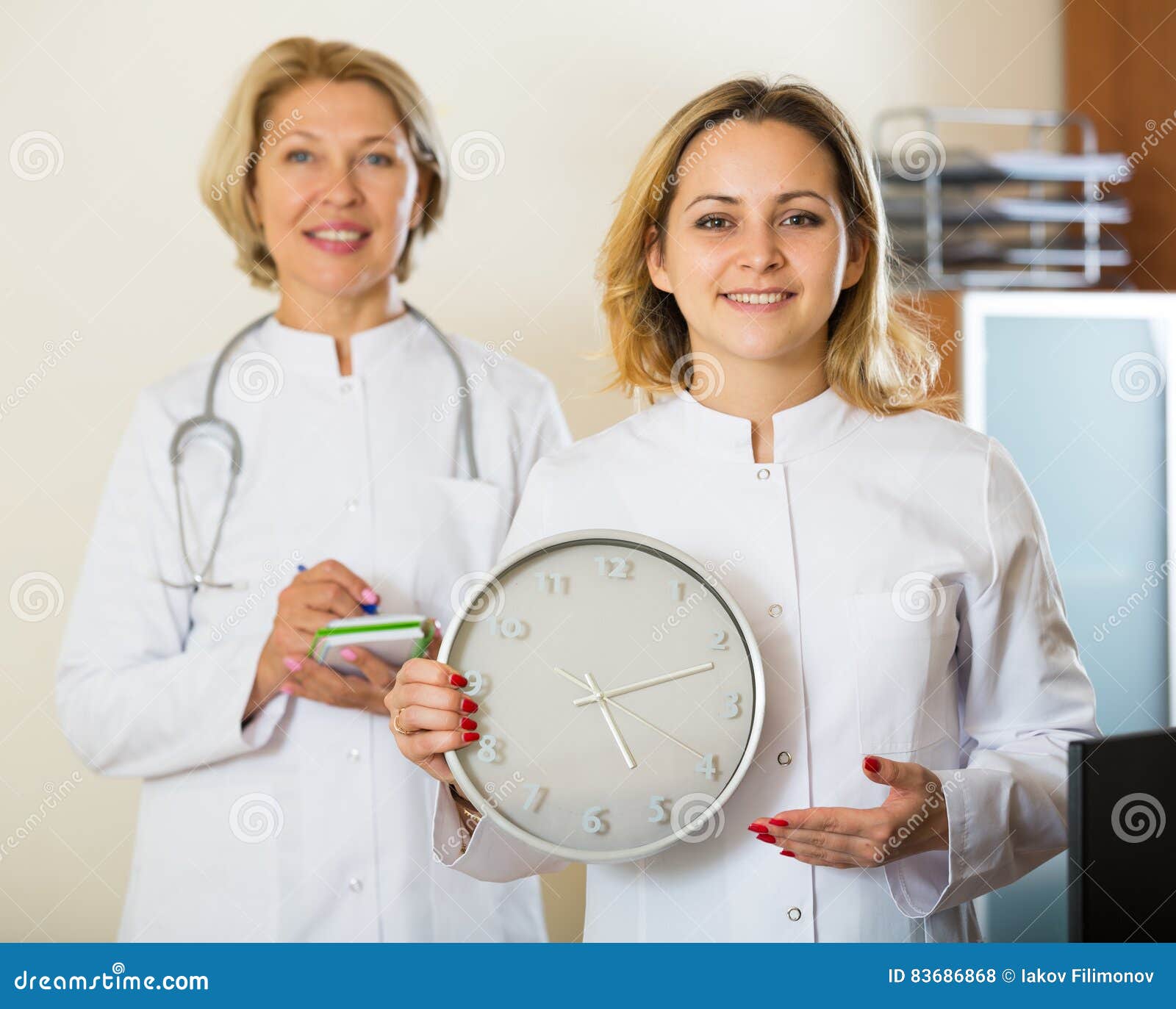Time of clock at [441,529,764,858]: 5:11
